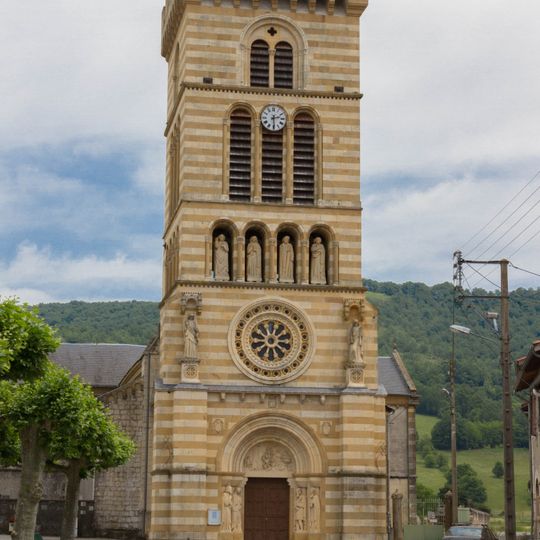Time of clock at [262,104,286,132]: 2:29
